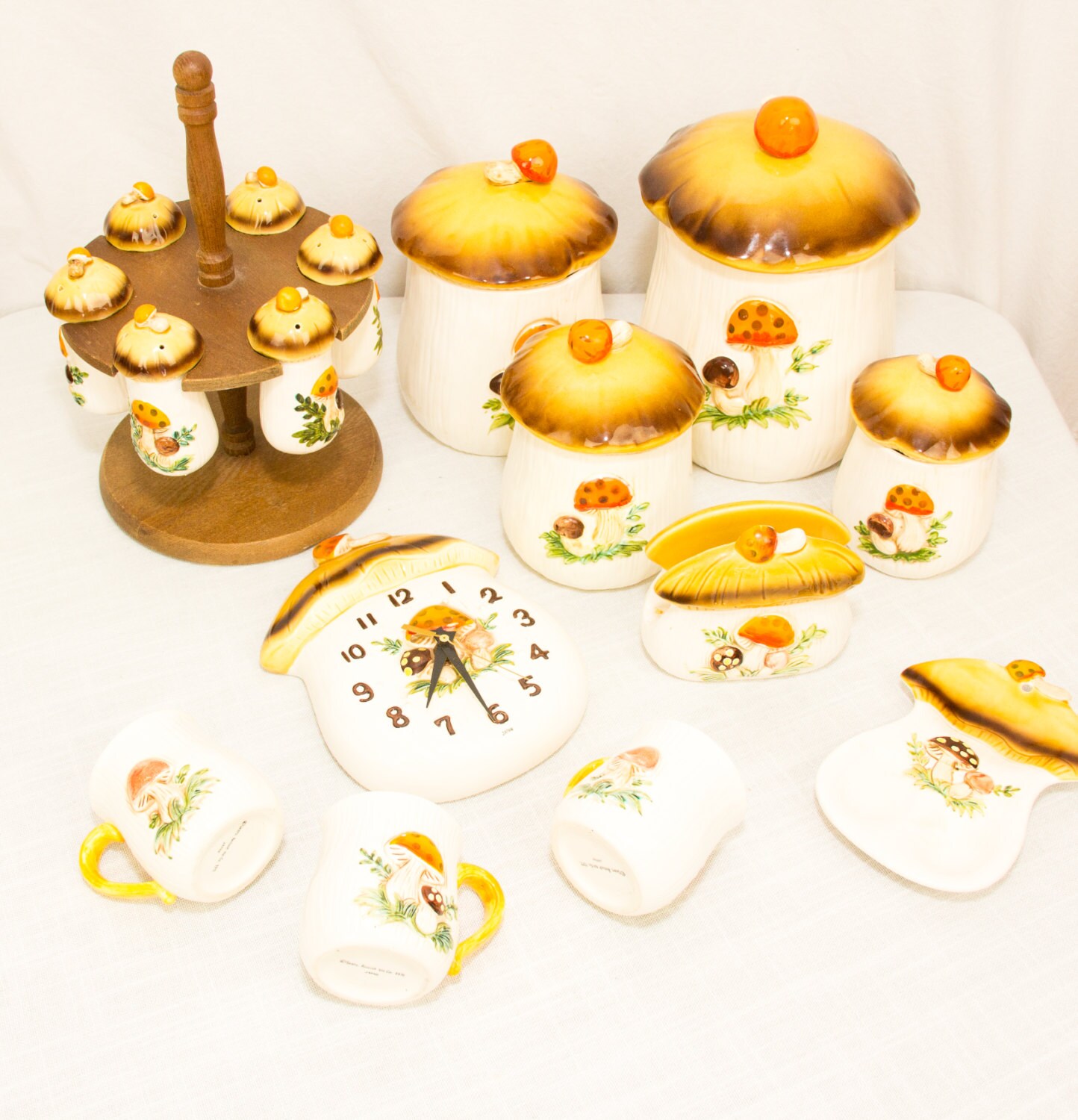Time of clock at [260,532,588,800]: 6:25
